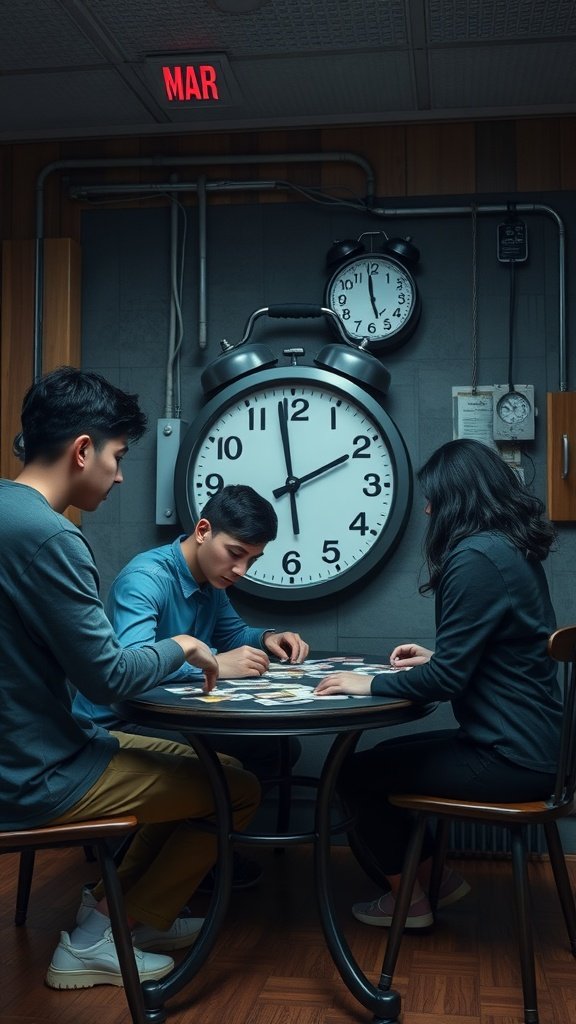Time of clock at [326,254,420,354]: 4:58
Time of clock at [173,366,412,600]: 1:58
